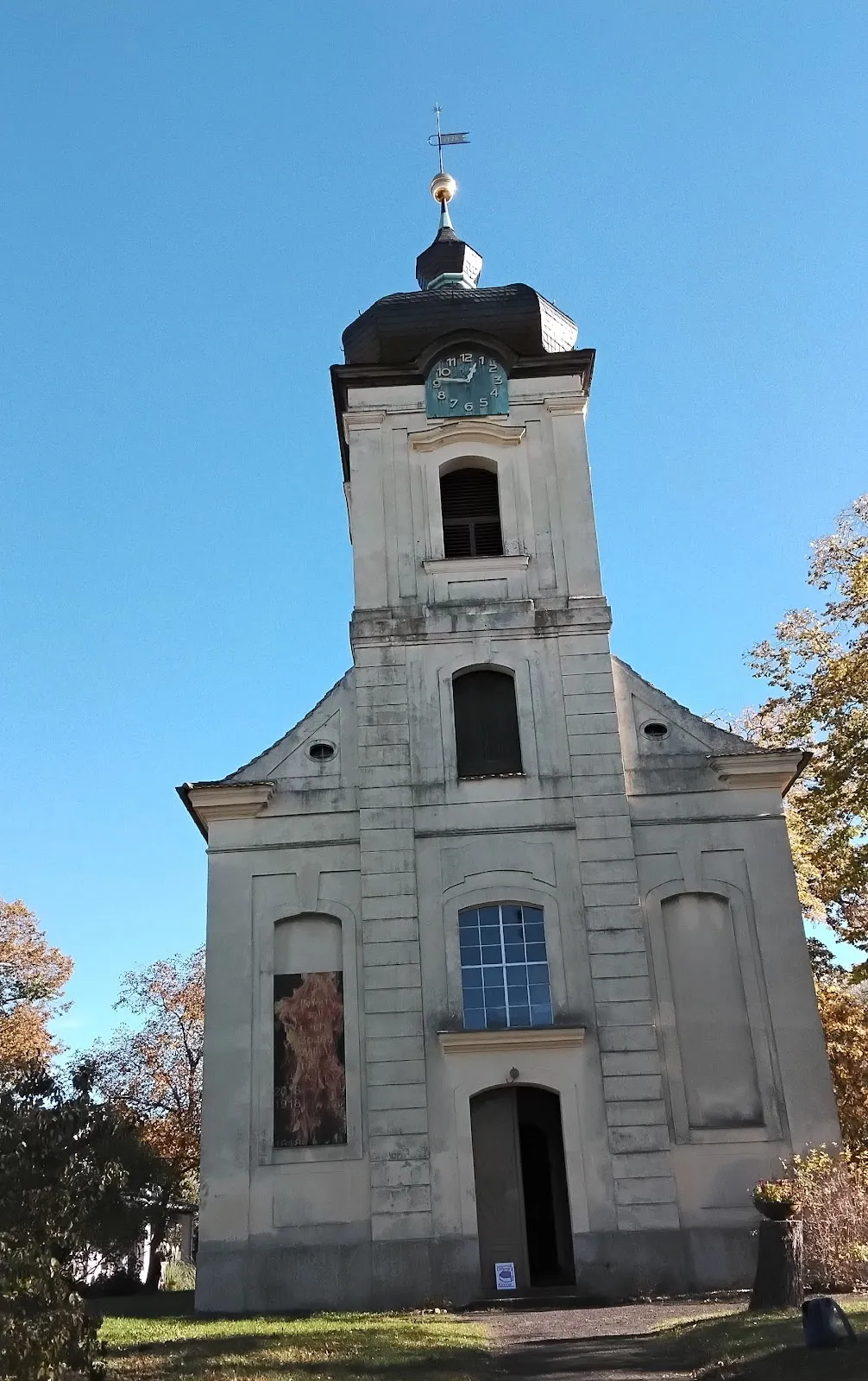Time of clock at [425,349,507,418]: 12:46
